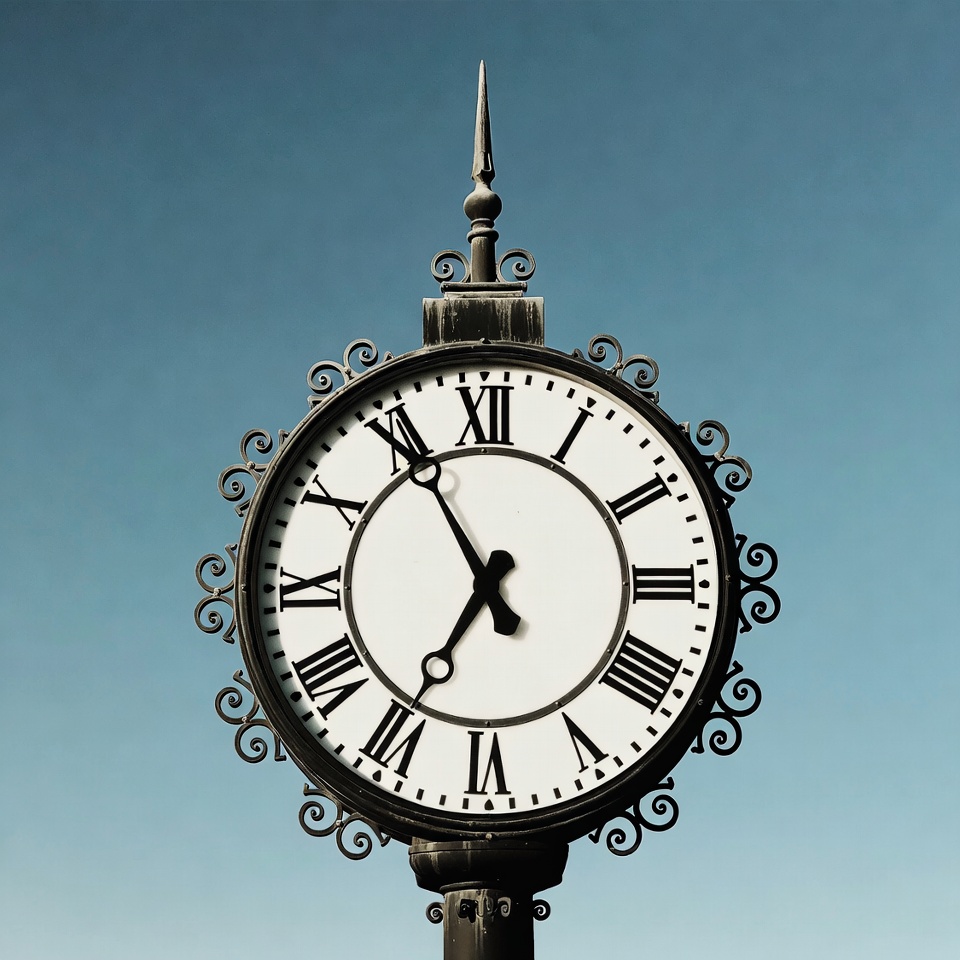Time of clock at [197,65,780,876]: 6:55
